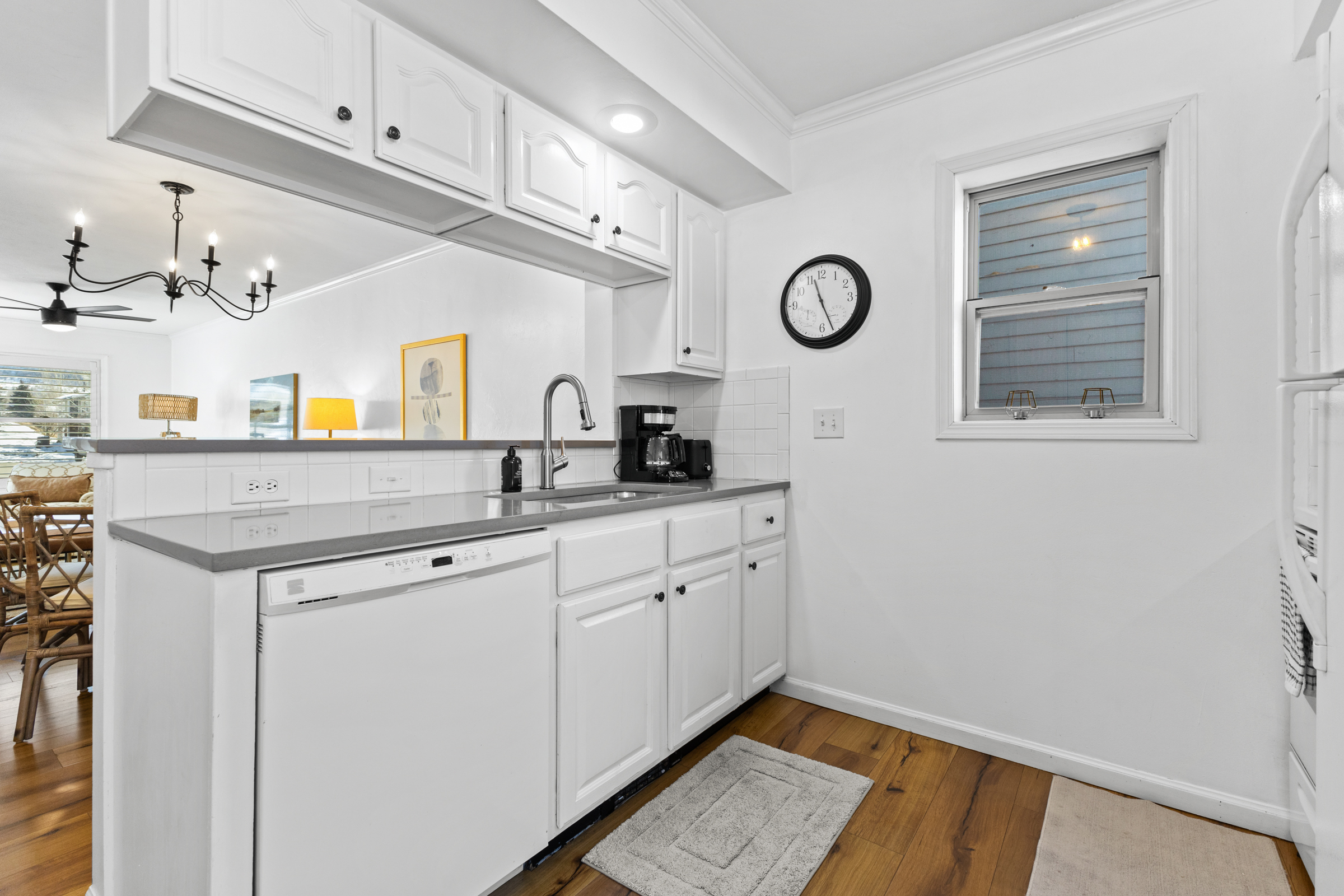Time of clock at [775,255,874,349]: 11:26
